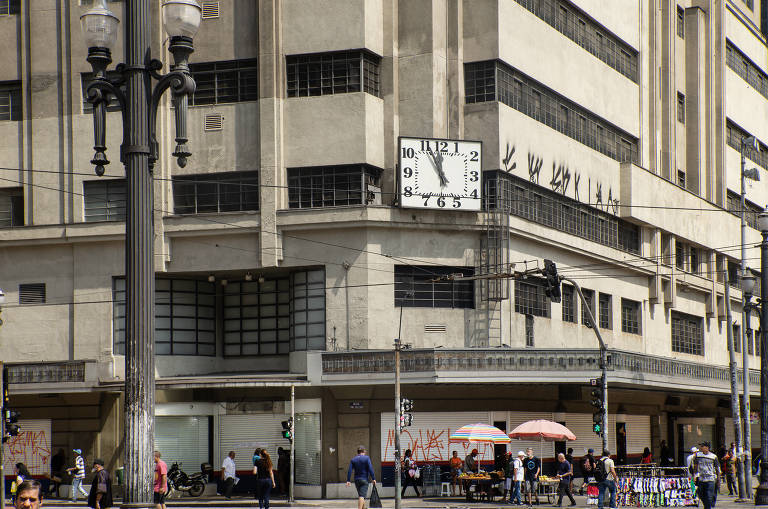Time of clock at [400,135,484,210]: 11:55
